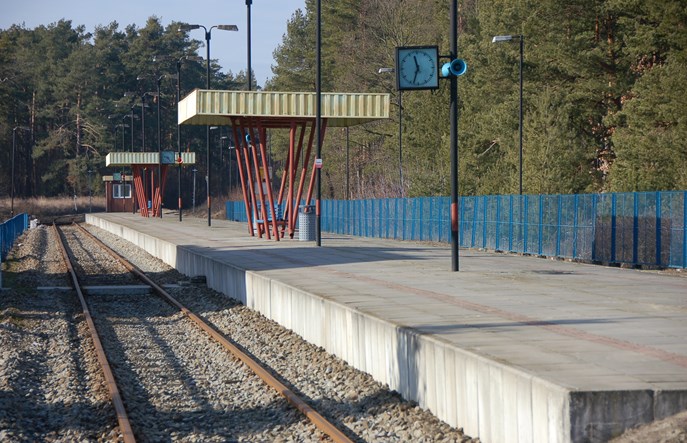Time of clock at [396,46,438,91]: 11:33
